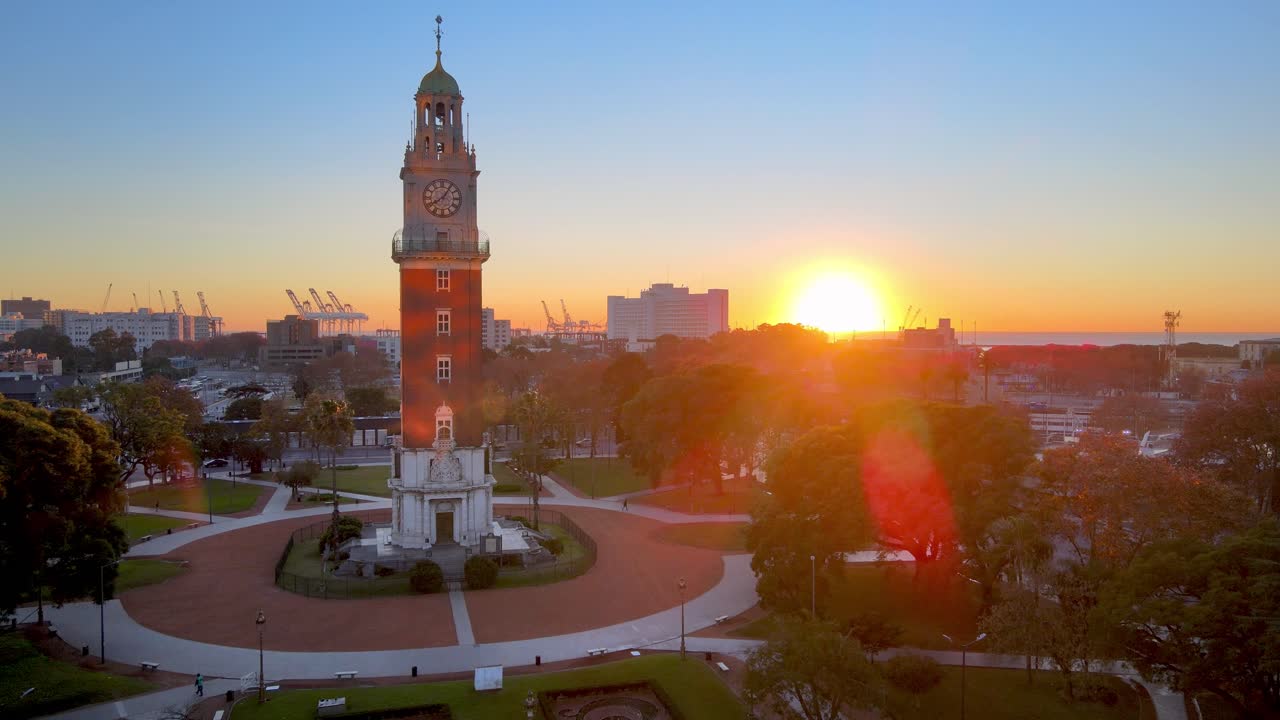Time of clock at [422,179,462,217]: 8:05
